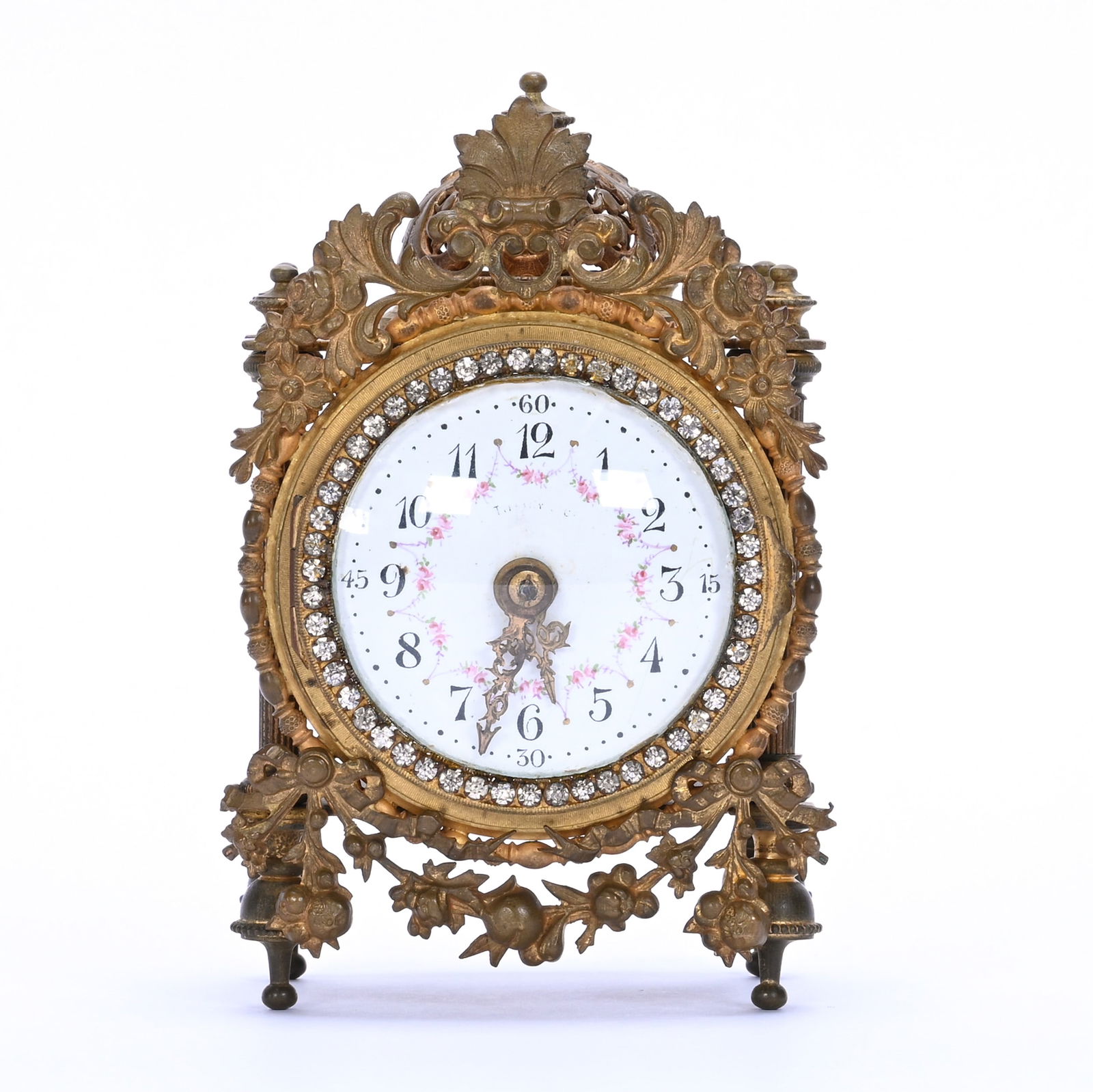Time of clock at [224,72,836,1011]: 5:32
